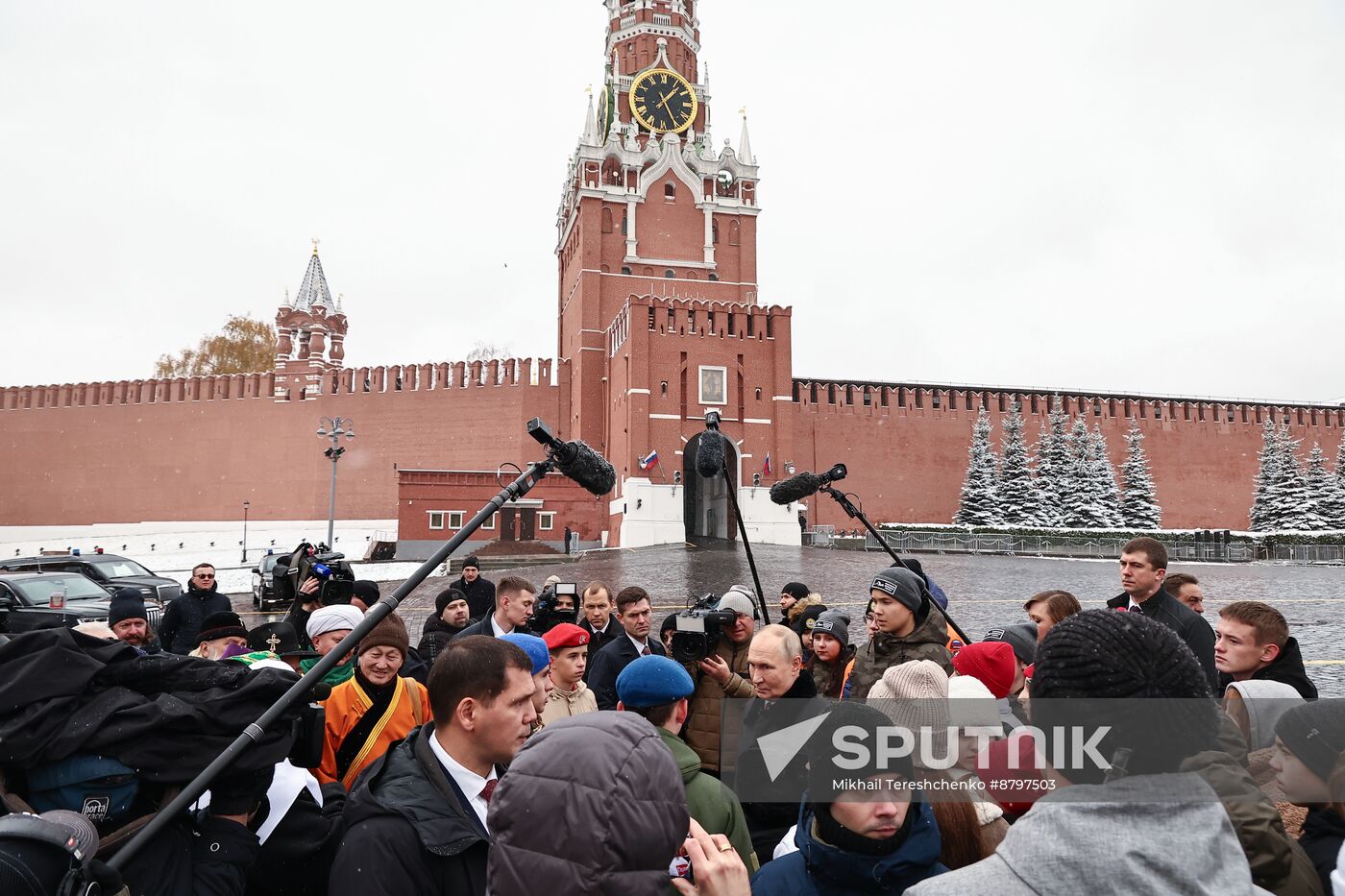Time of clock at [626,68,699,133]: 1:25
